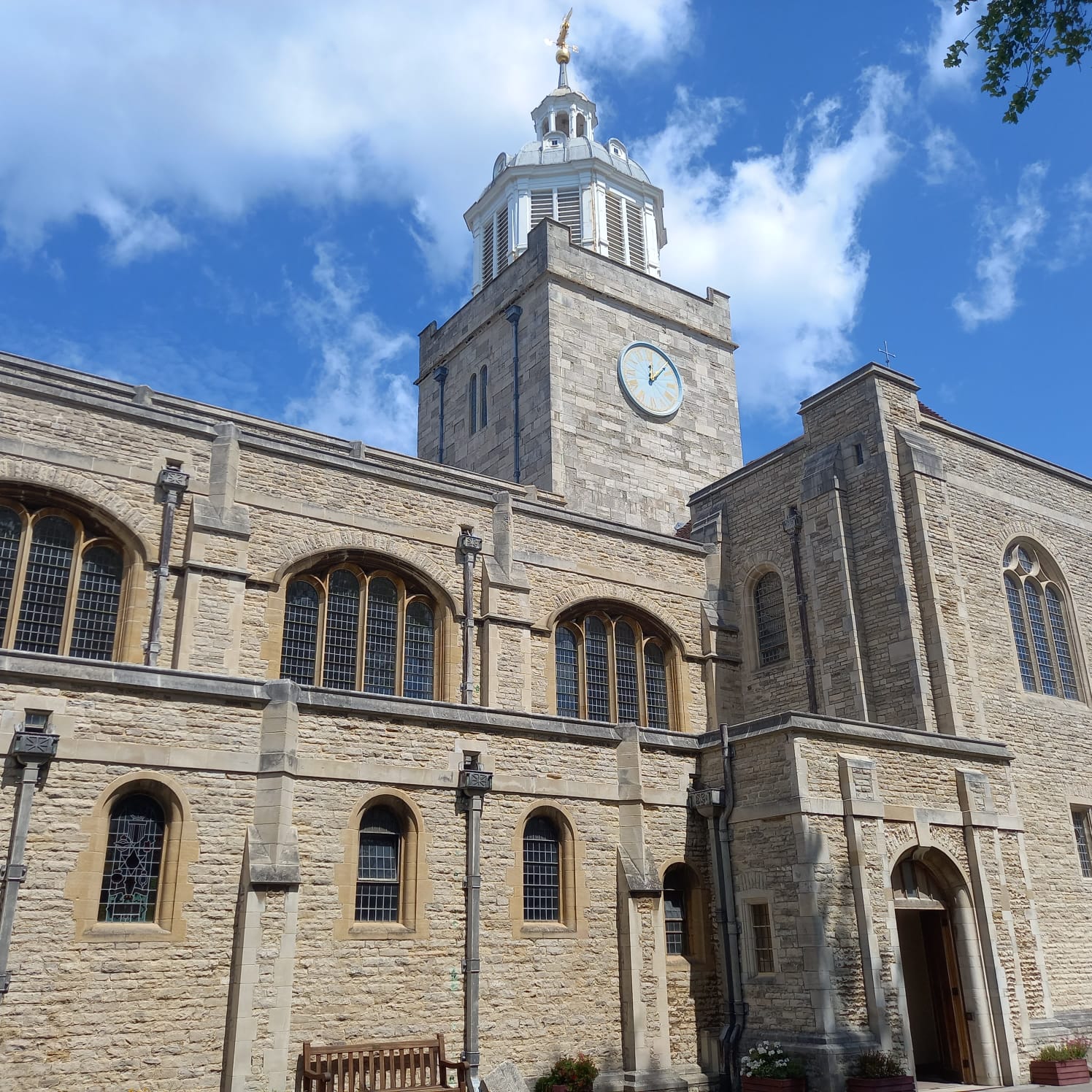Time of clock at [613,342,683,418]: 12:07
